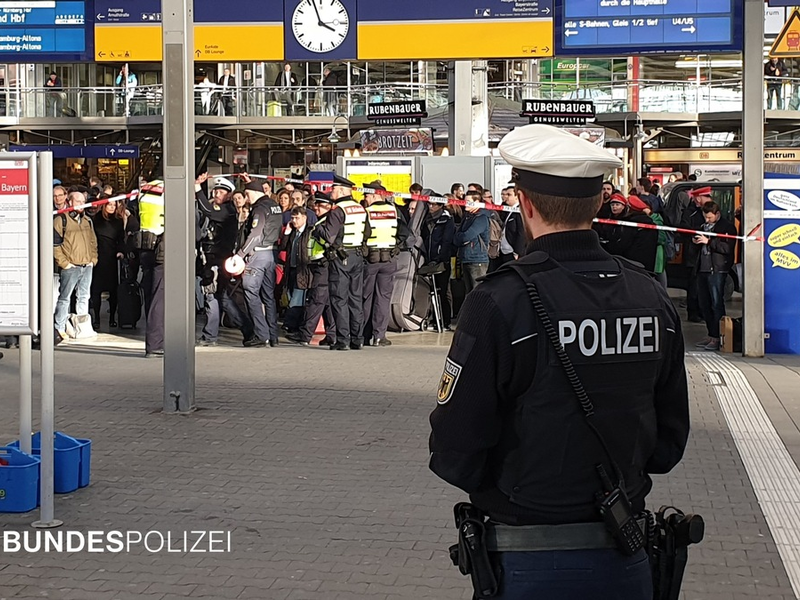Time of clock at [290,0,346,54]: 3:56
